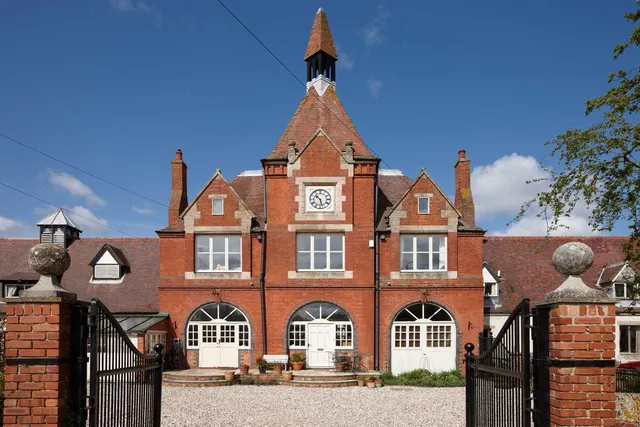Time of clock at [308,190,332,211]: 10:27
